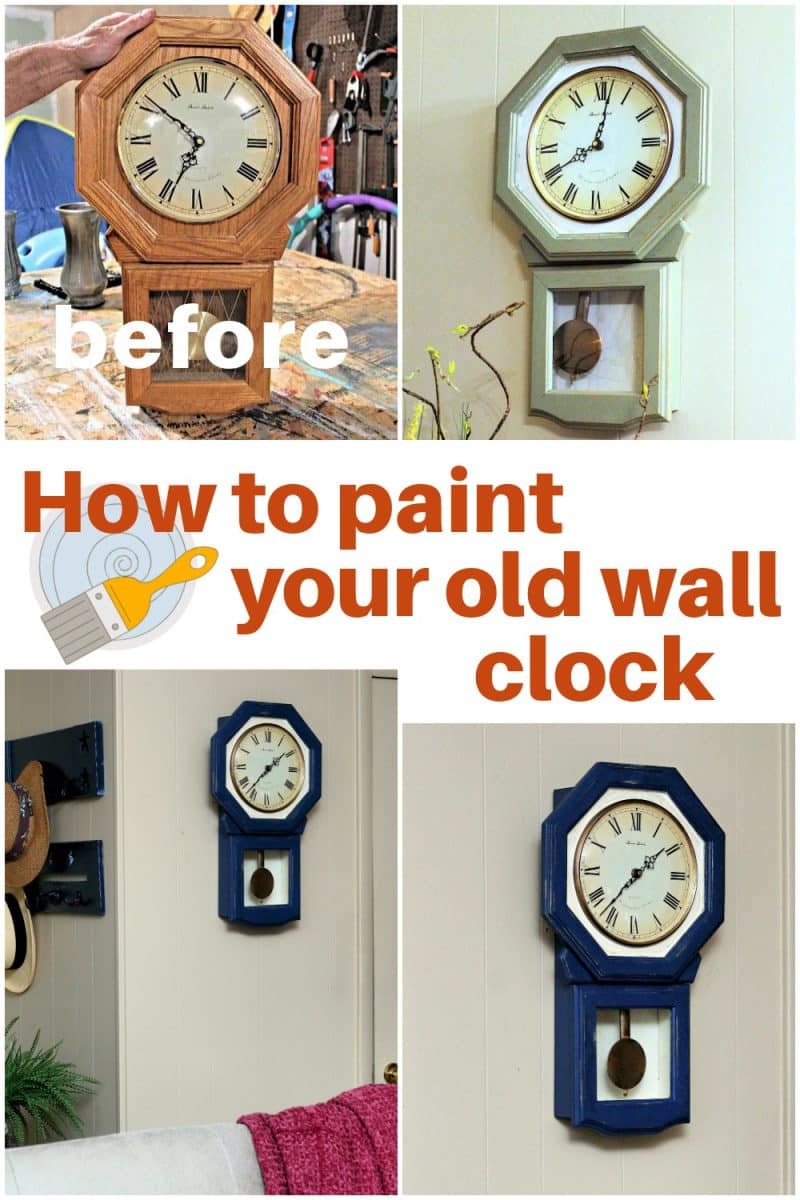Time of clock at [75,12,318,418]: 6:52
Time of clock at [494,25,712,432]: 8:01
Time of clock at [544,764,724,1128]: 1:36
